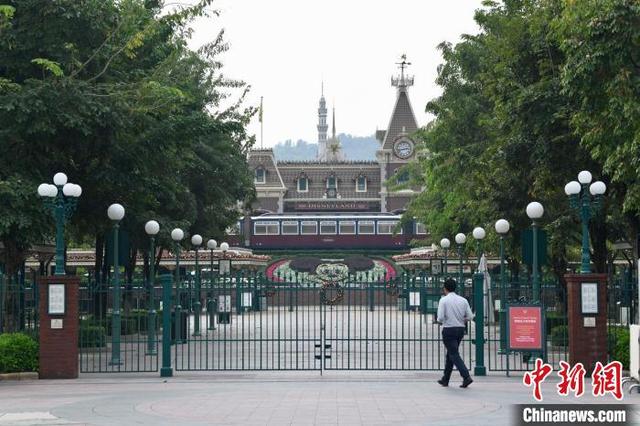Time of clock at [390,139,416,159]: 2:42
